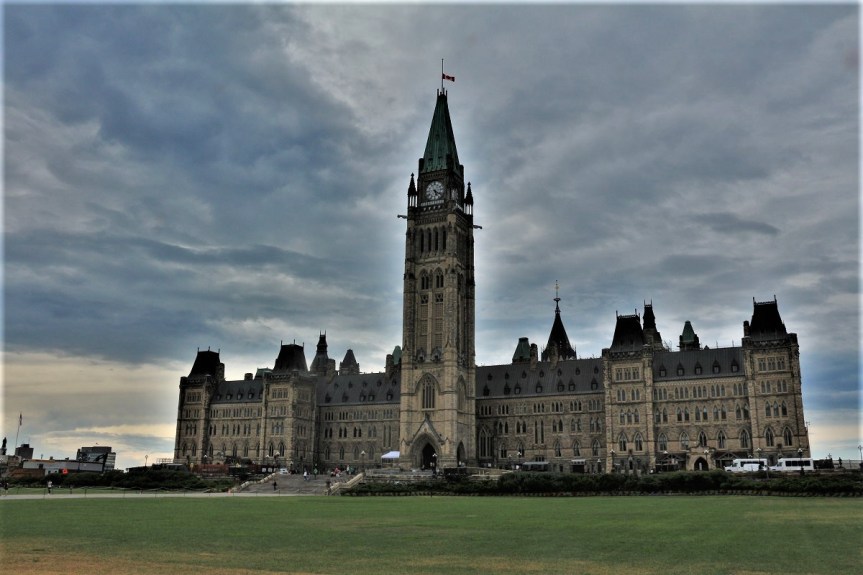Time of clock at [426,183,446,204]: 5:21
